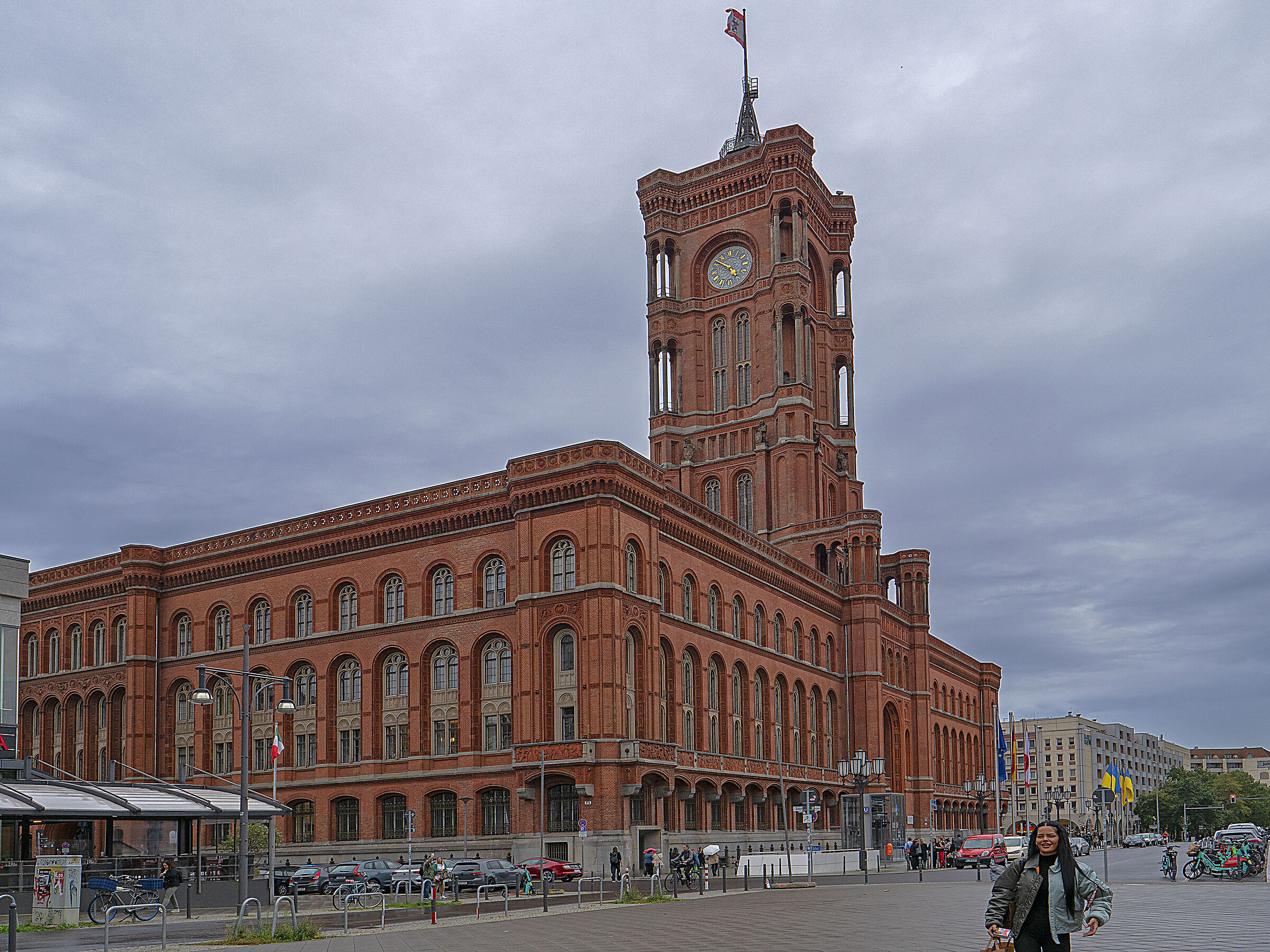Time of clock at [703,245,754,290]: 4:51
